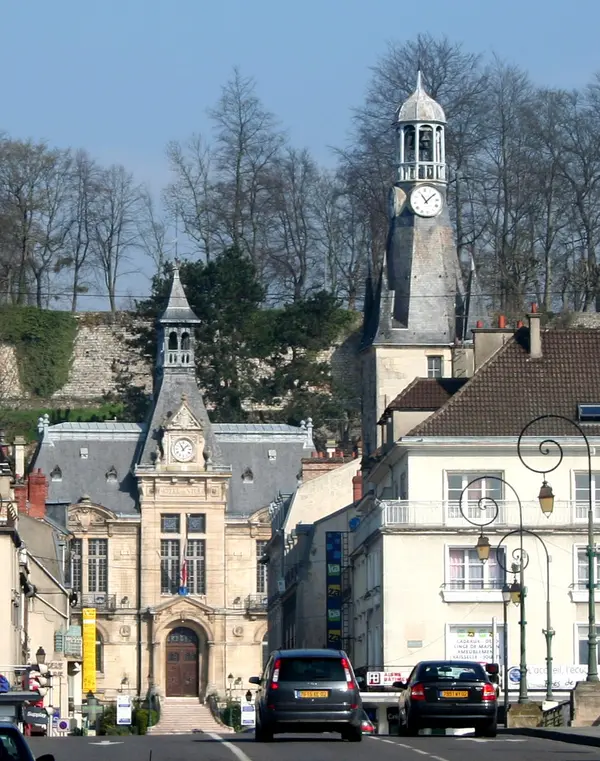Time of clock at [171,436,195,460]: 11:07
